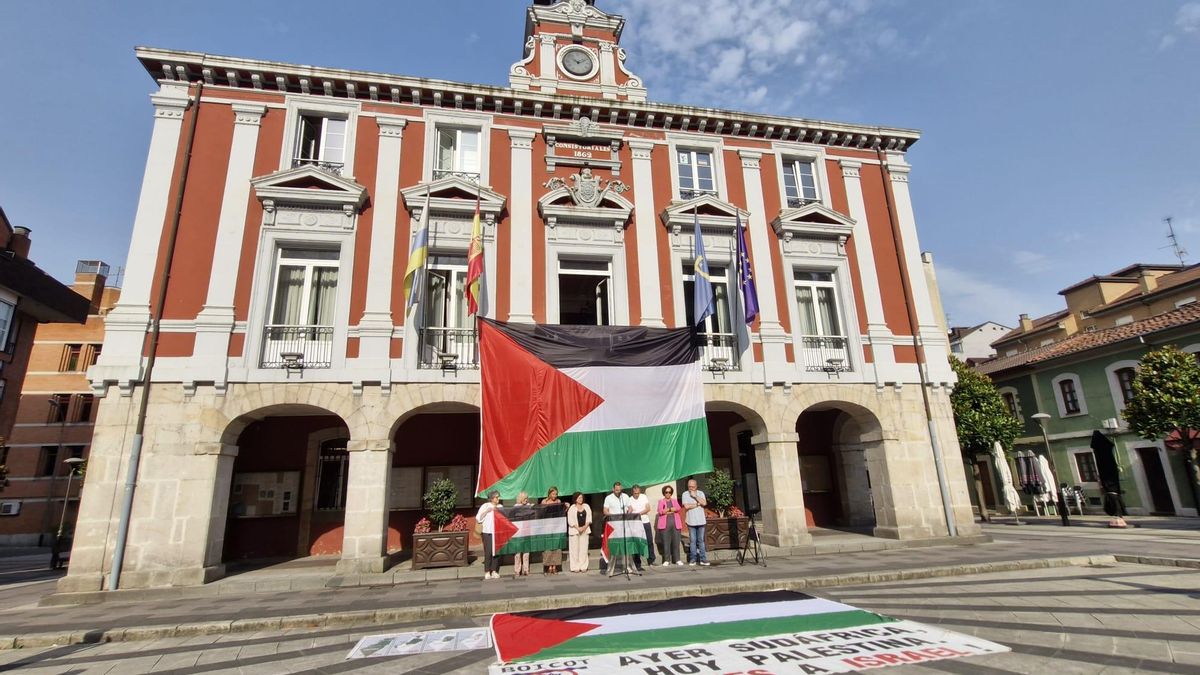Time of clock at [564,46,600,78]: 10:10
